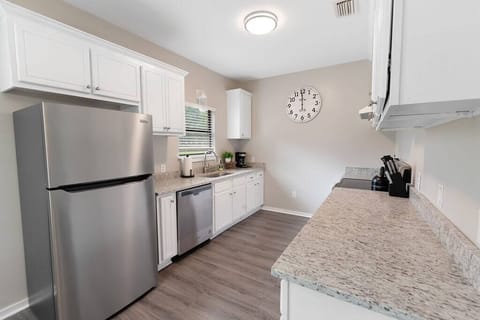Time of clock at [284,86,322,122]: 11:59
